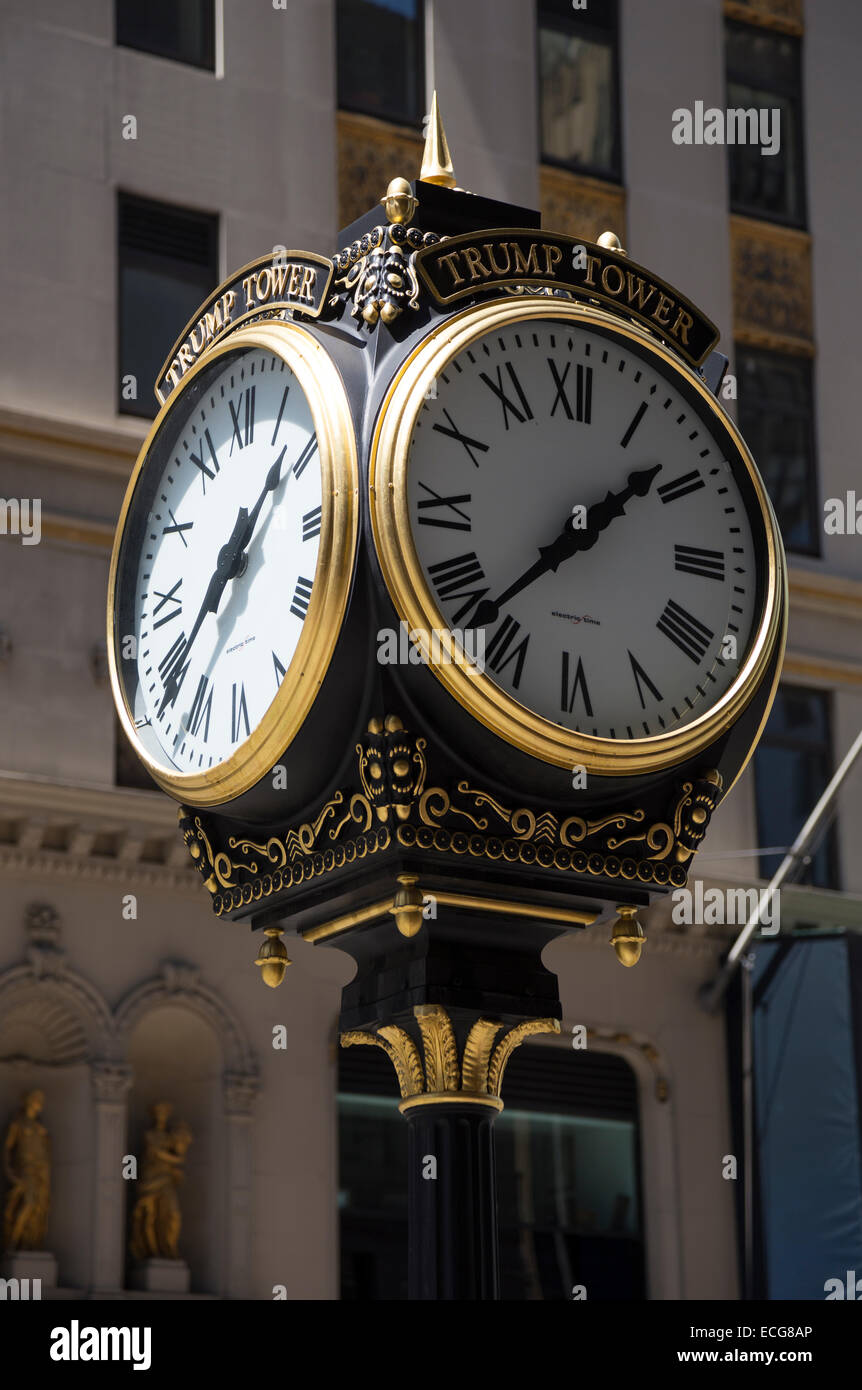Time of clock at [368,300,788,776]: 1:37
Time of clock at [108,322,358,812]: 1:37
